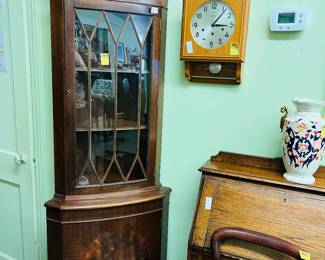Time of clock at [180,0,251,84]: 3:06
